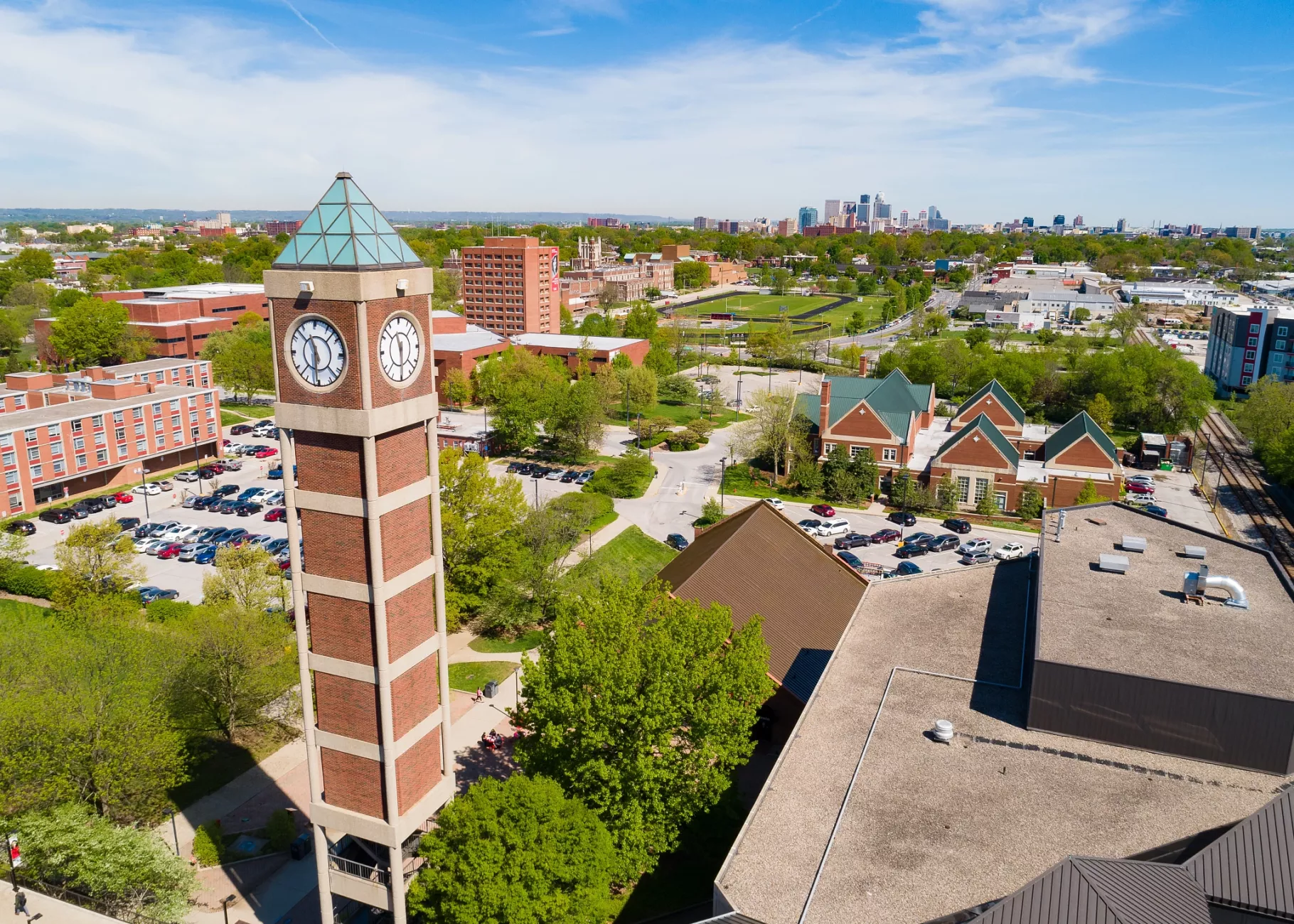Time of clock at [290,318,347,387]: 11:30
